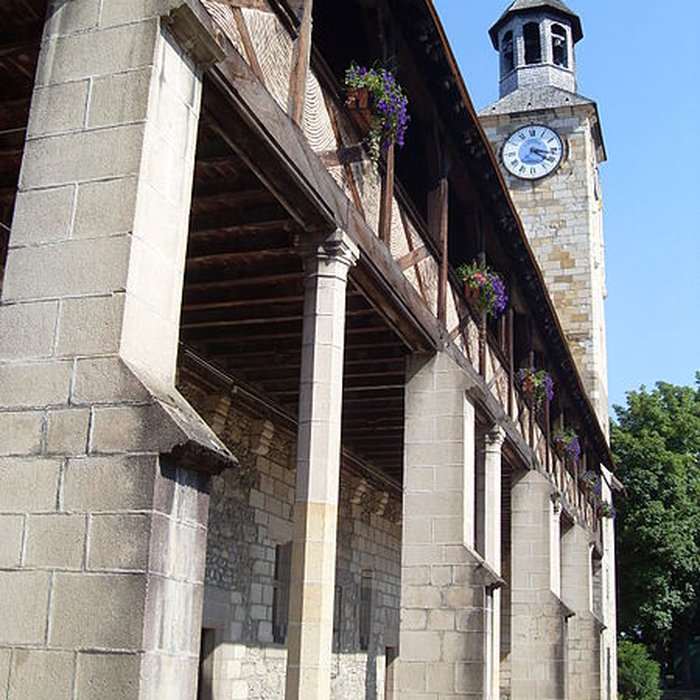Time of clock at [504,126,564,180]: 3:20
